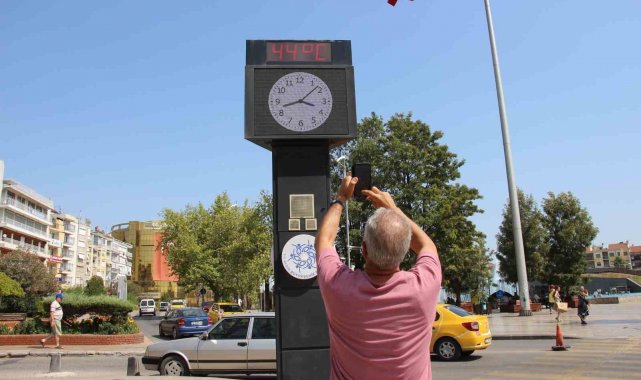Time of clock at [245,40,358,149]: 3:42
